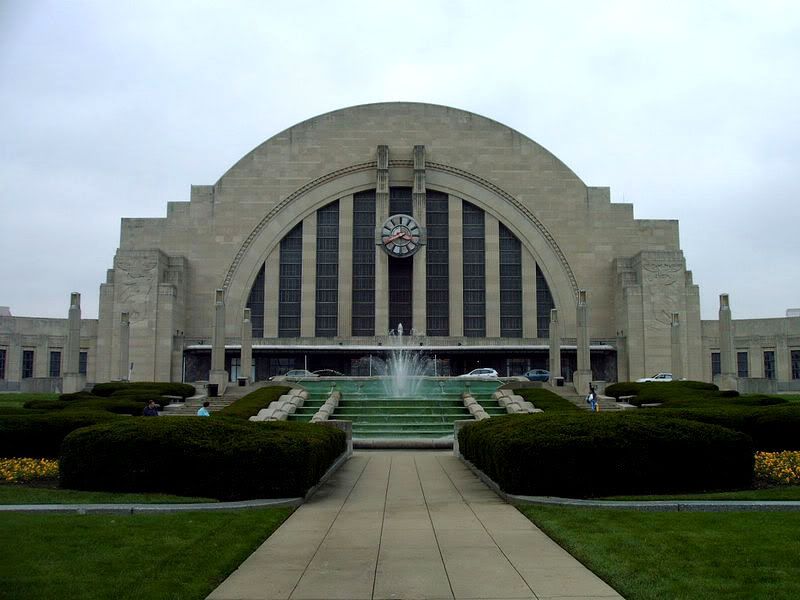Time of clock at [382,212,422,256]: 3:40
